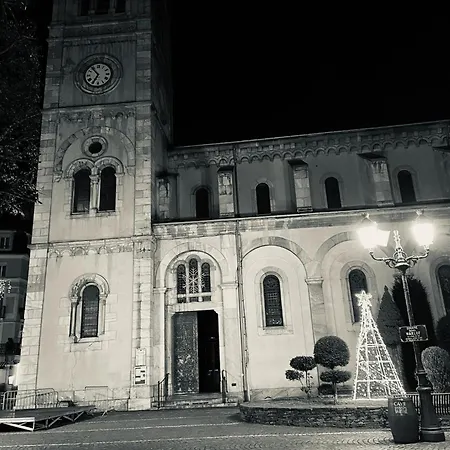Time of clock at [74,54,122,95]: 6:53
